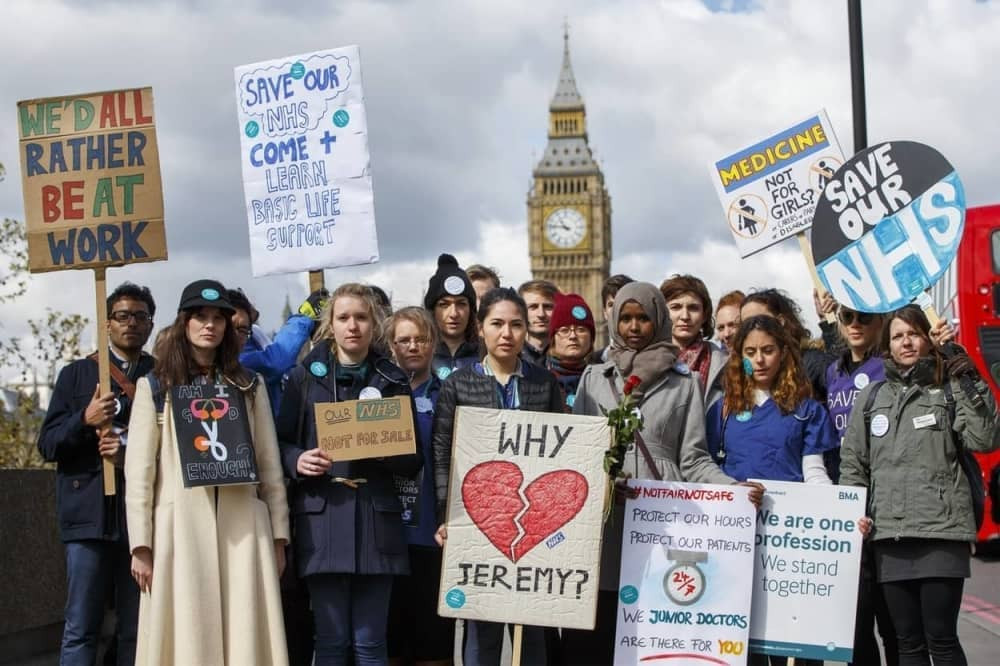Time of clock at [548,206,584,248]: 10:46
